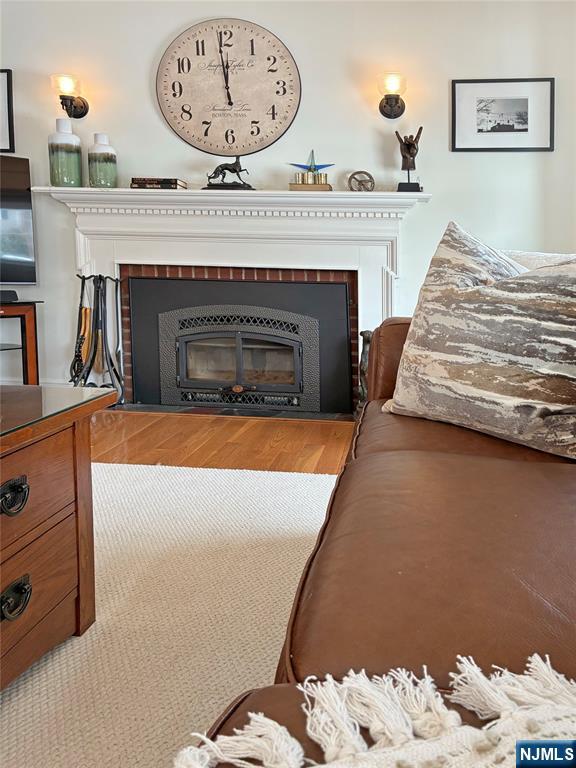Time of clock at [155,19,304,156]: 11:58
